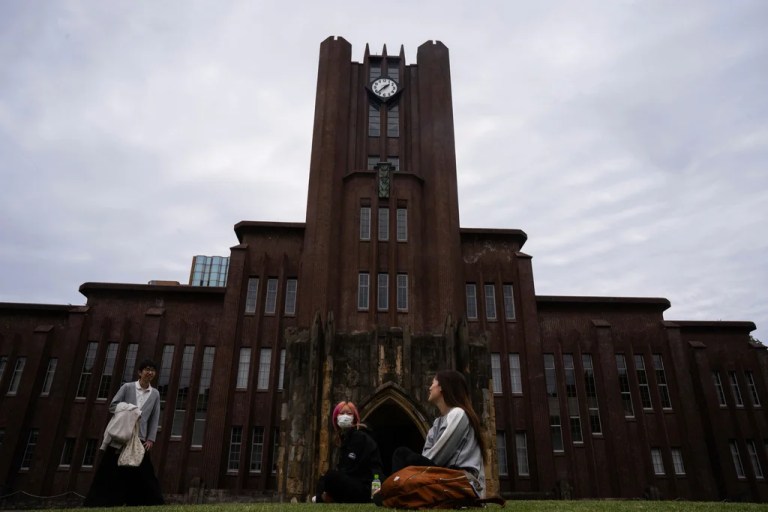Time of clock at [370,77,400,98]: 1:37
